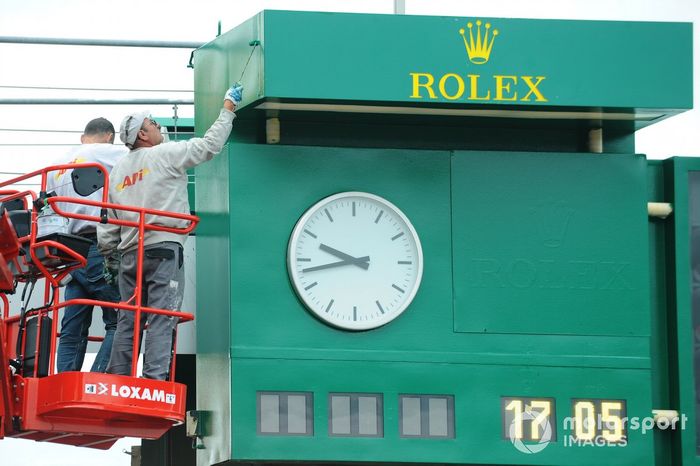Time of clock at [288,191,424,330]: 9:43
